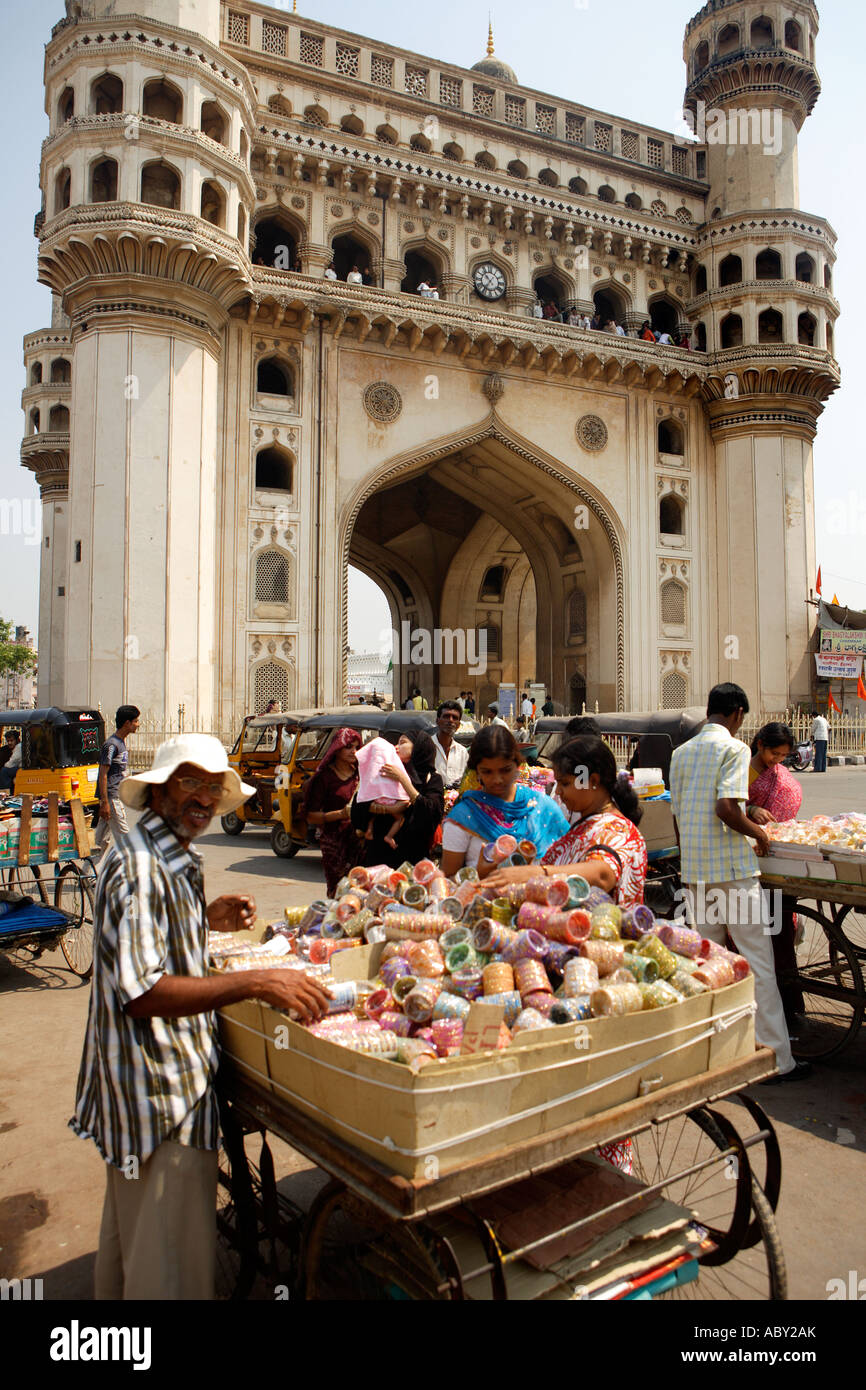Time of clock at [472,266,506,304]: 10:36
